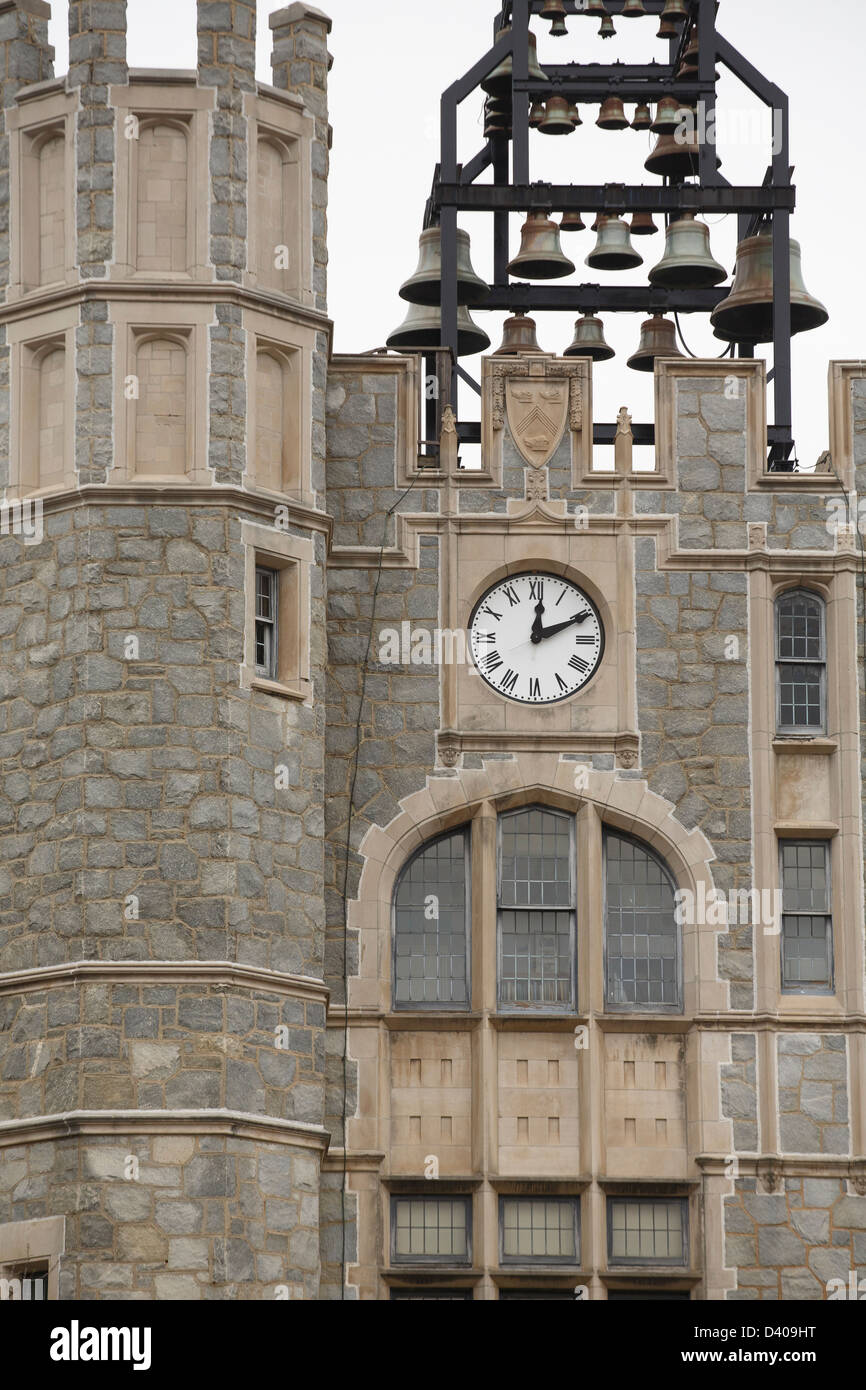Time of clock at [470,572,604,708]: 12:10
